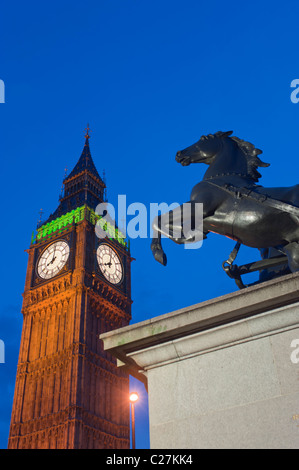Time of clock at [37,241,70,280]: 8:01
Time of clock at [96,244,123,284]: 8:01
